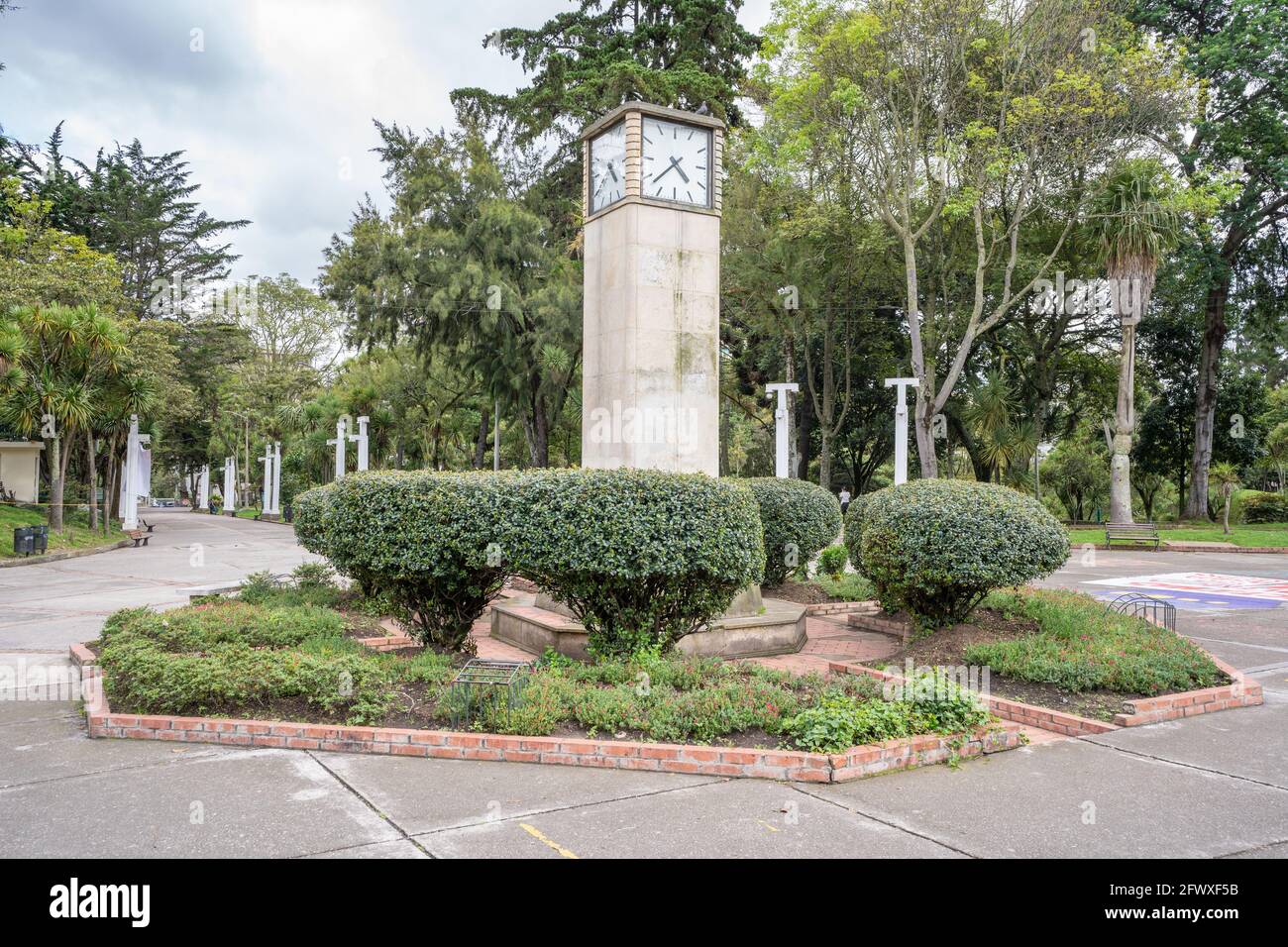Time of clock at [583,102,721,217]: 4:37
